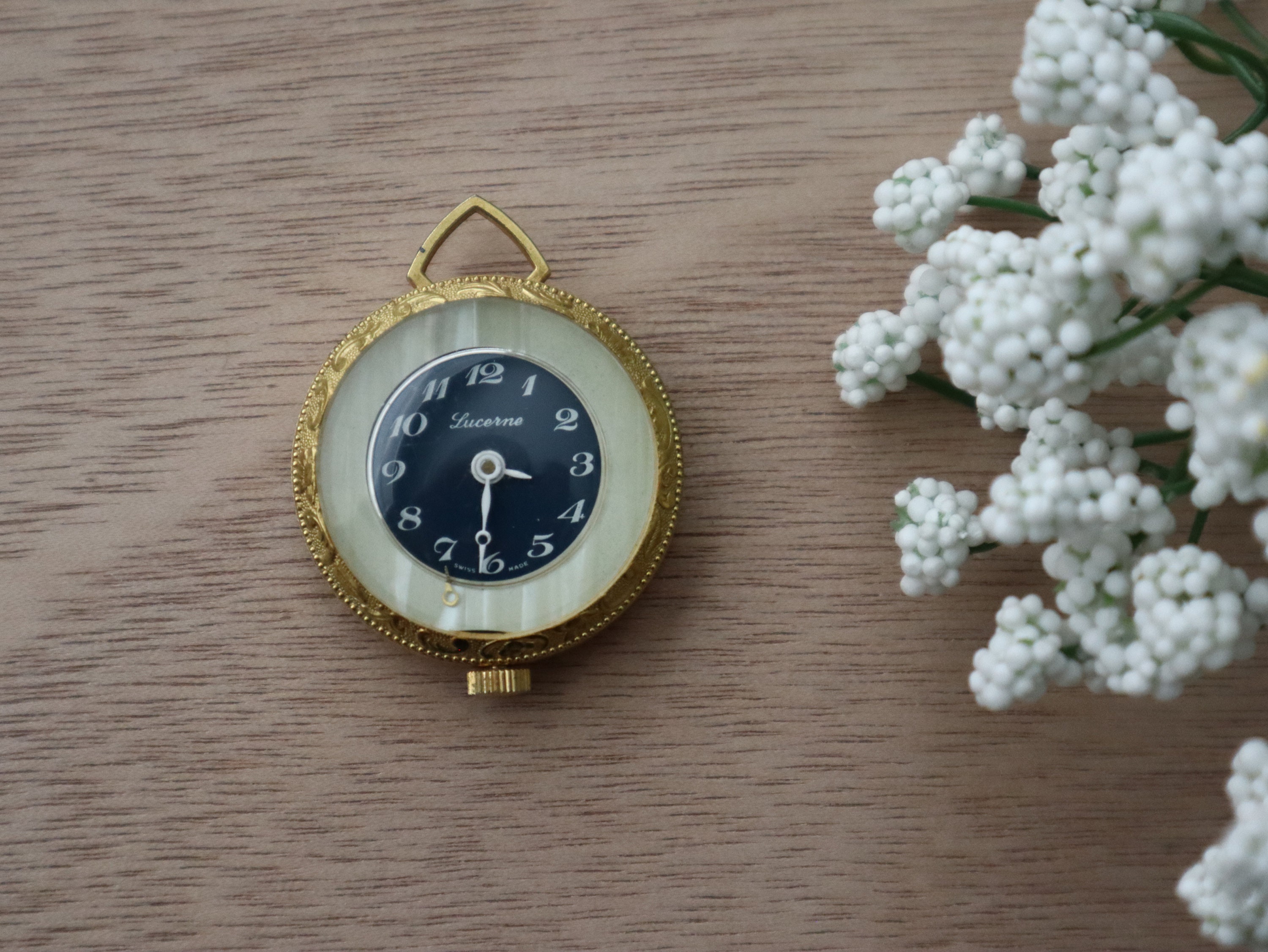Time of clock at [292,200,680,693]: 3:30
